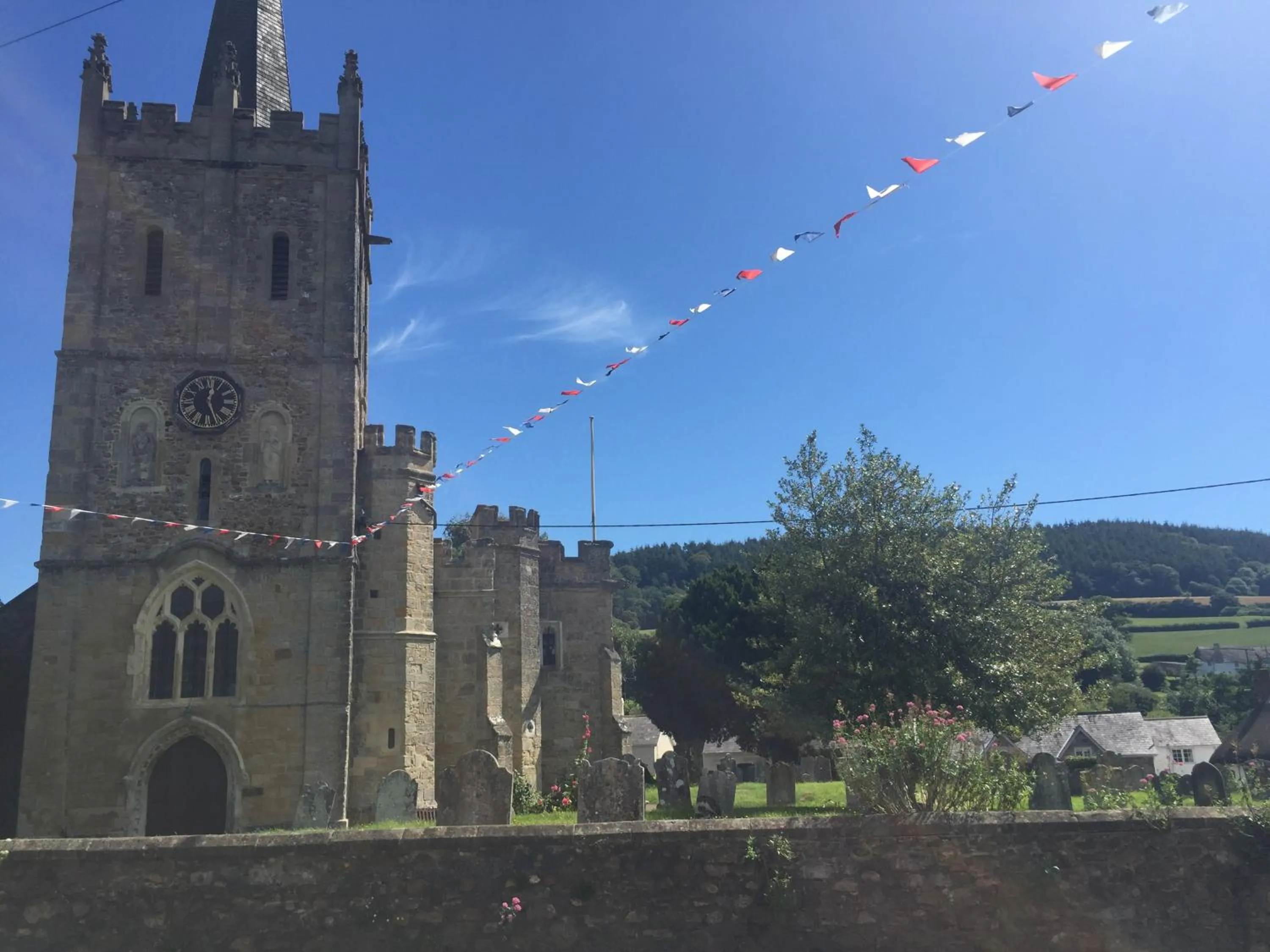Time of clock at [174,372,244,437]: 12:26
